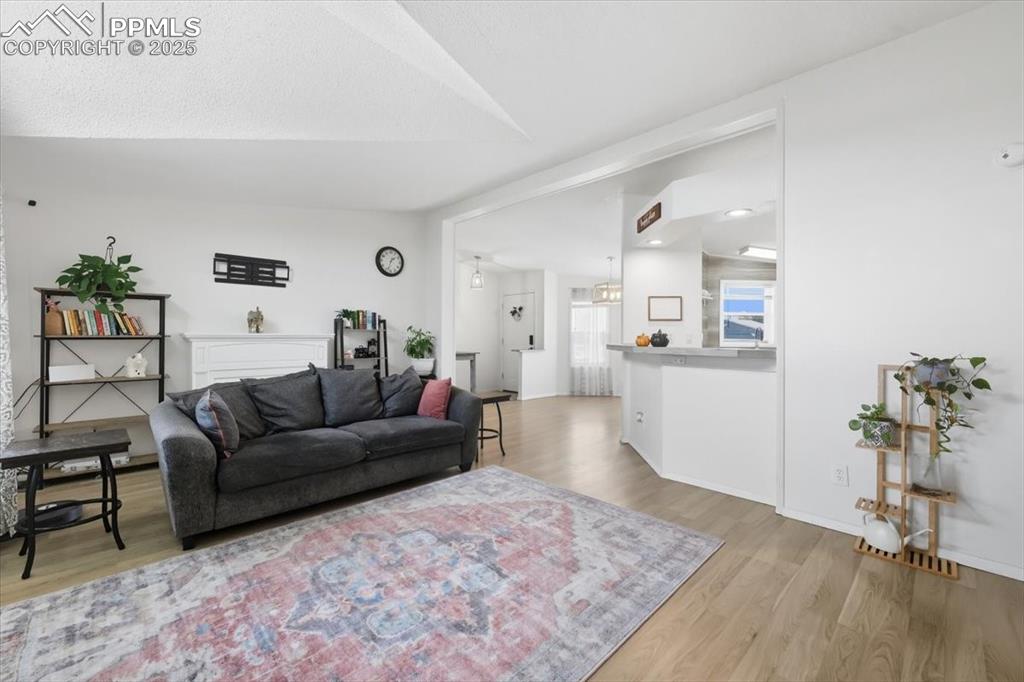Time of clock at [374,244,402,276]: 1:33
